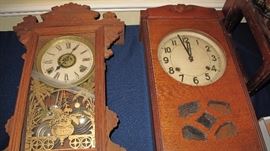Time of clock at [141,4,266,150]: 11:57
